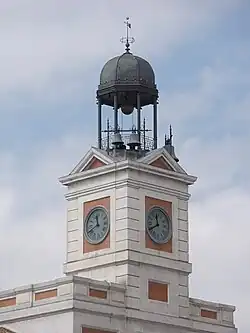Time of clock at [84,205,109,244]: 11:40
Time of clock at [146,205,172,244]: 11:40
